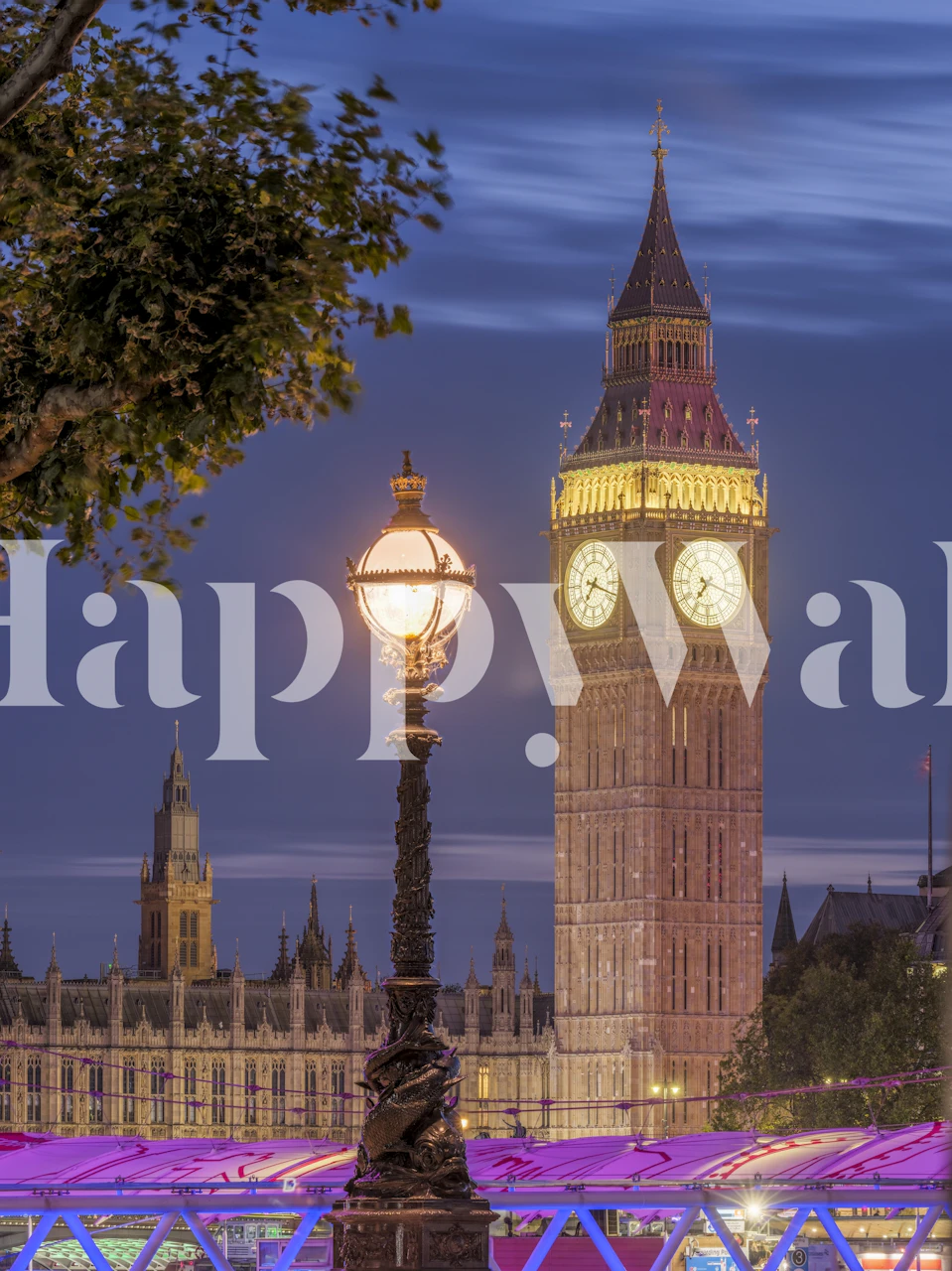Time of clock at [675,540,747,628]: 7:18
